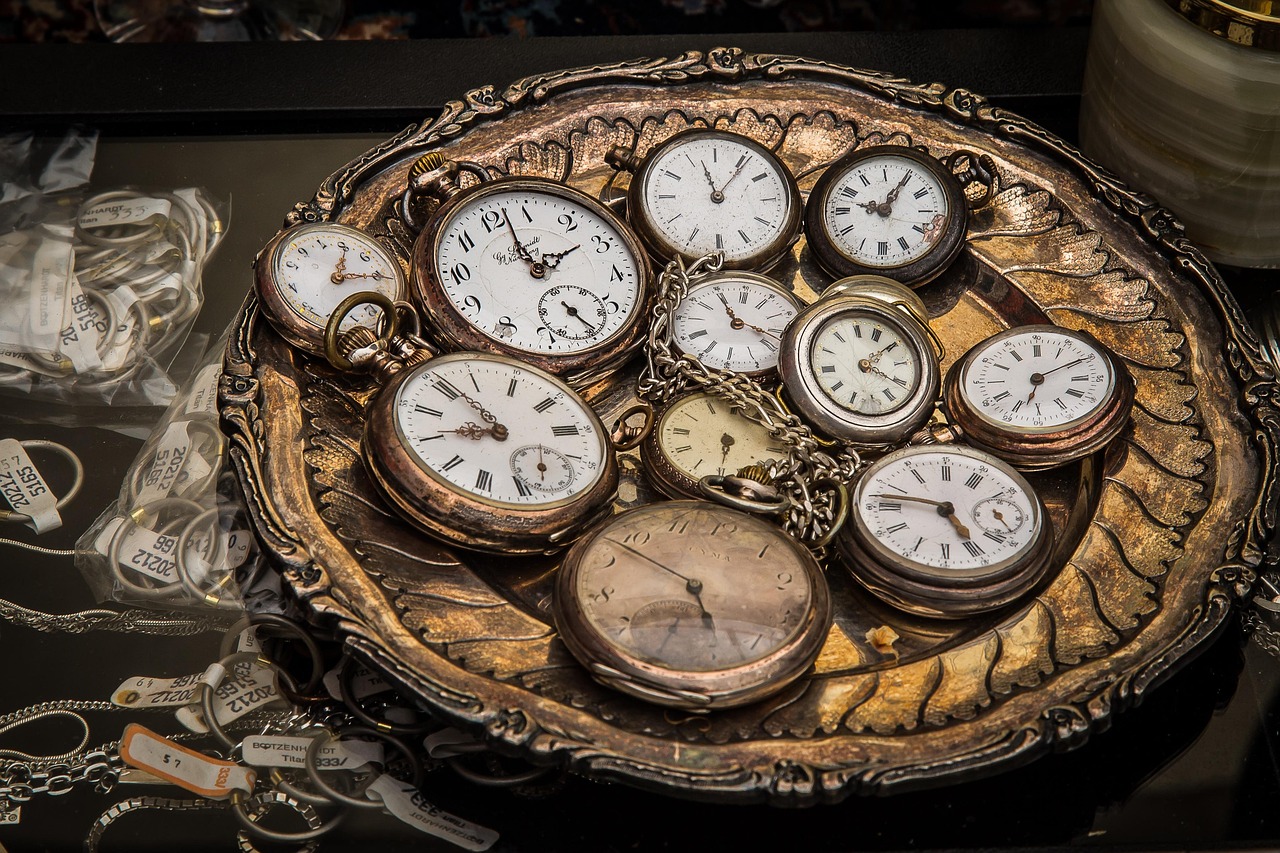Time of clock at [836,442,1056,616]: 4:46
